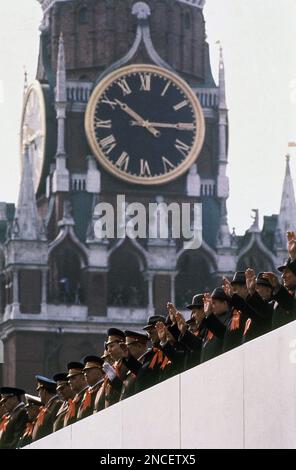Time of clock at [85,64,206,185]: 10:14
